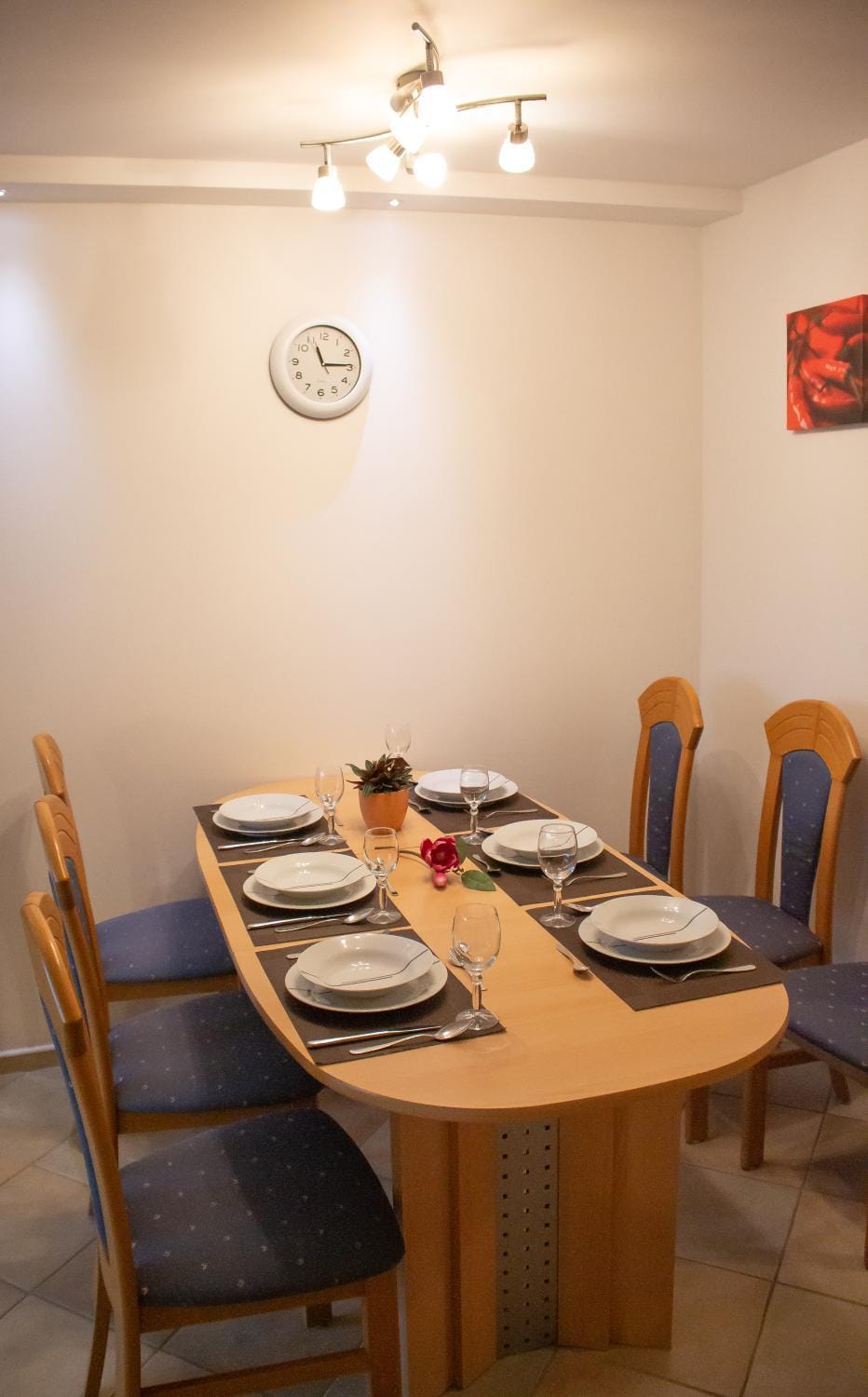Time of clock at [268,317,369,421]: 11:14
